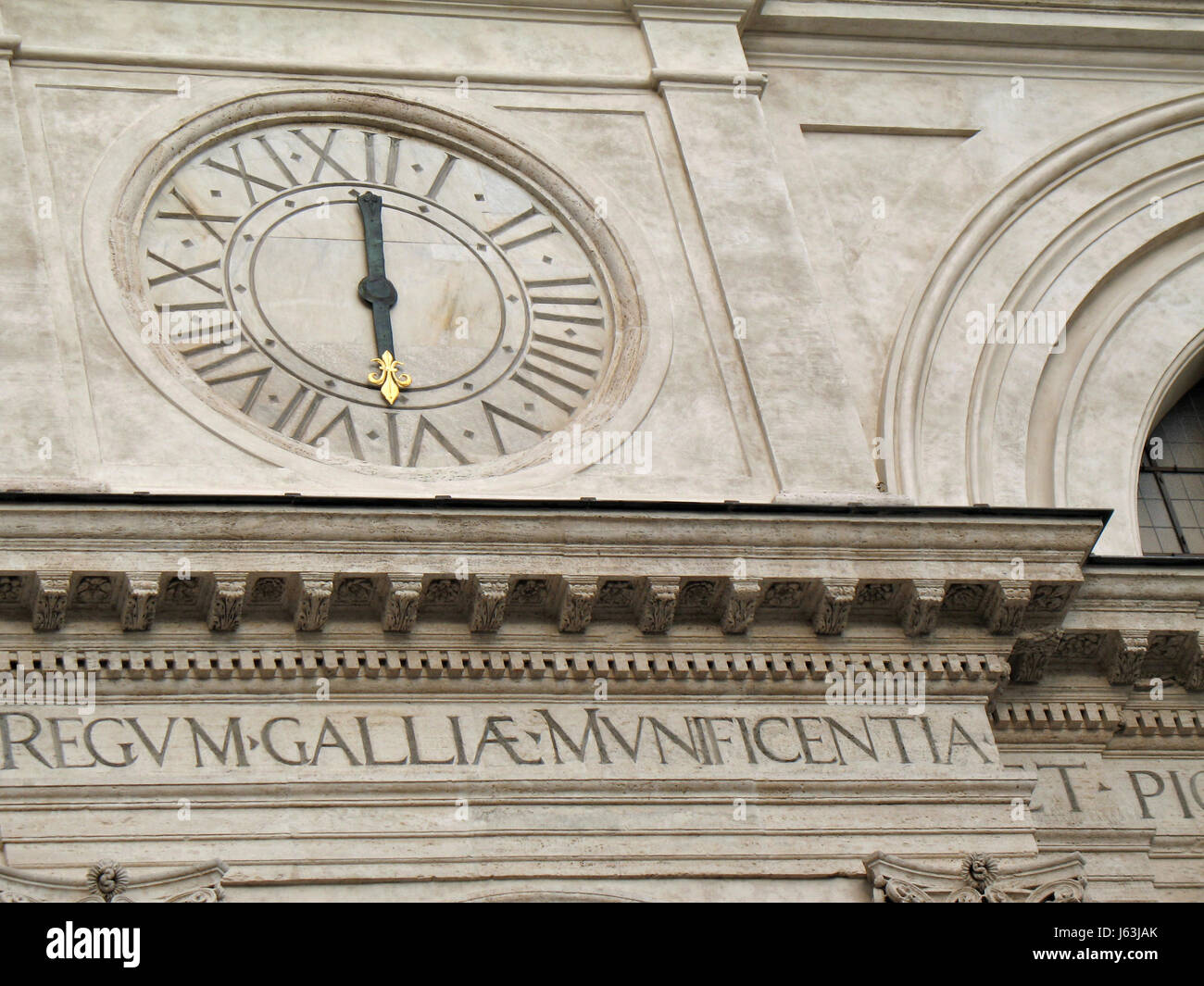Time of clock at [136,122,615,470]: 6:00
